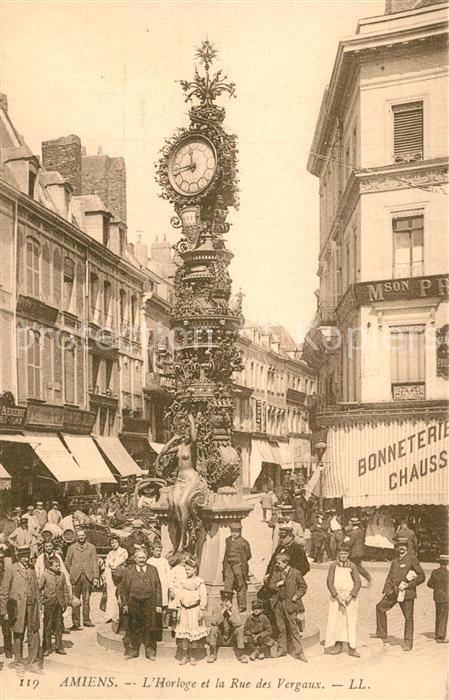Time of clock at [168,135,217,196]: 11:42
